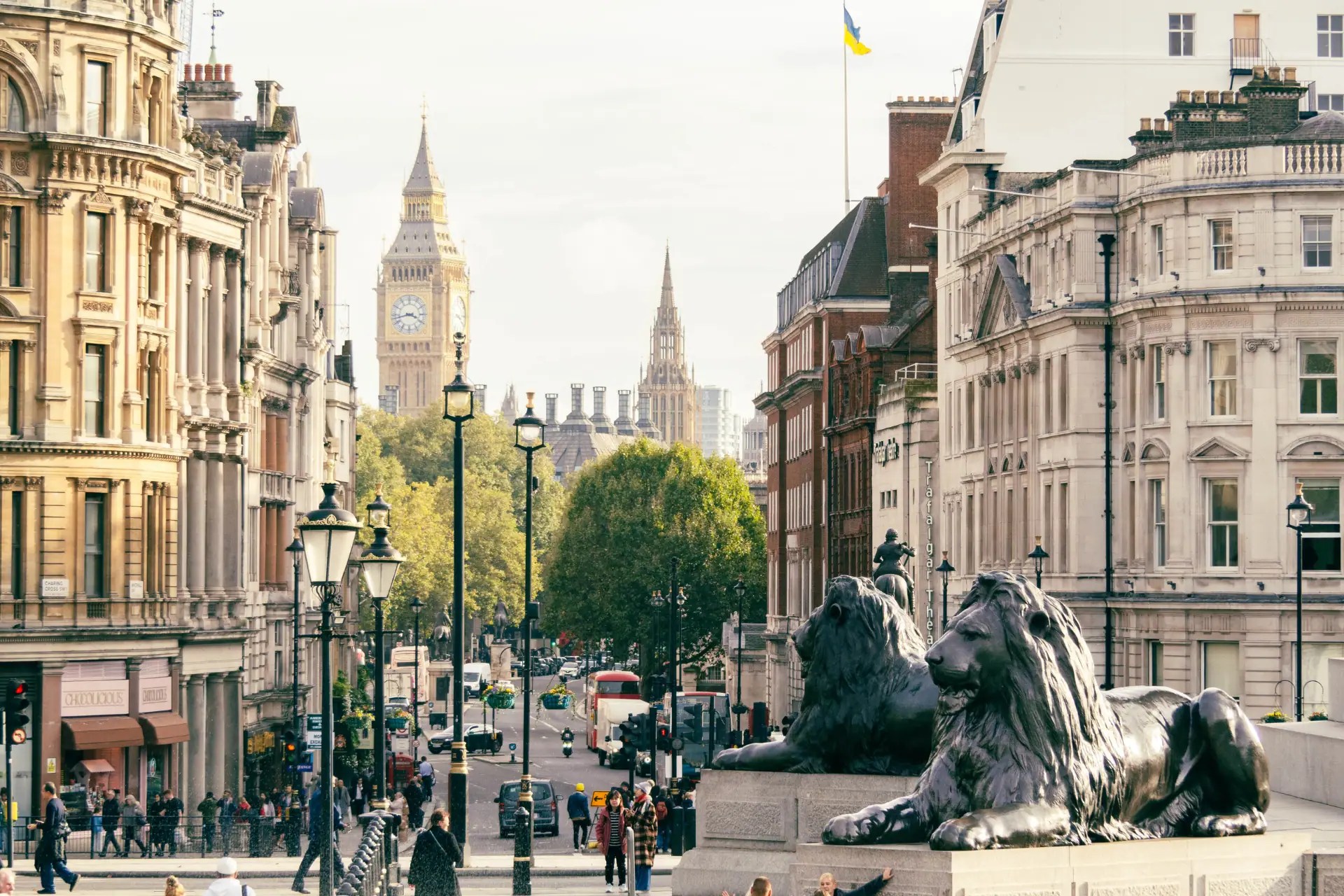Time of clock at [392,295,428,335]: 3:42
